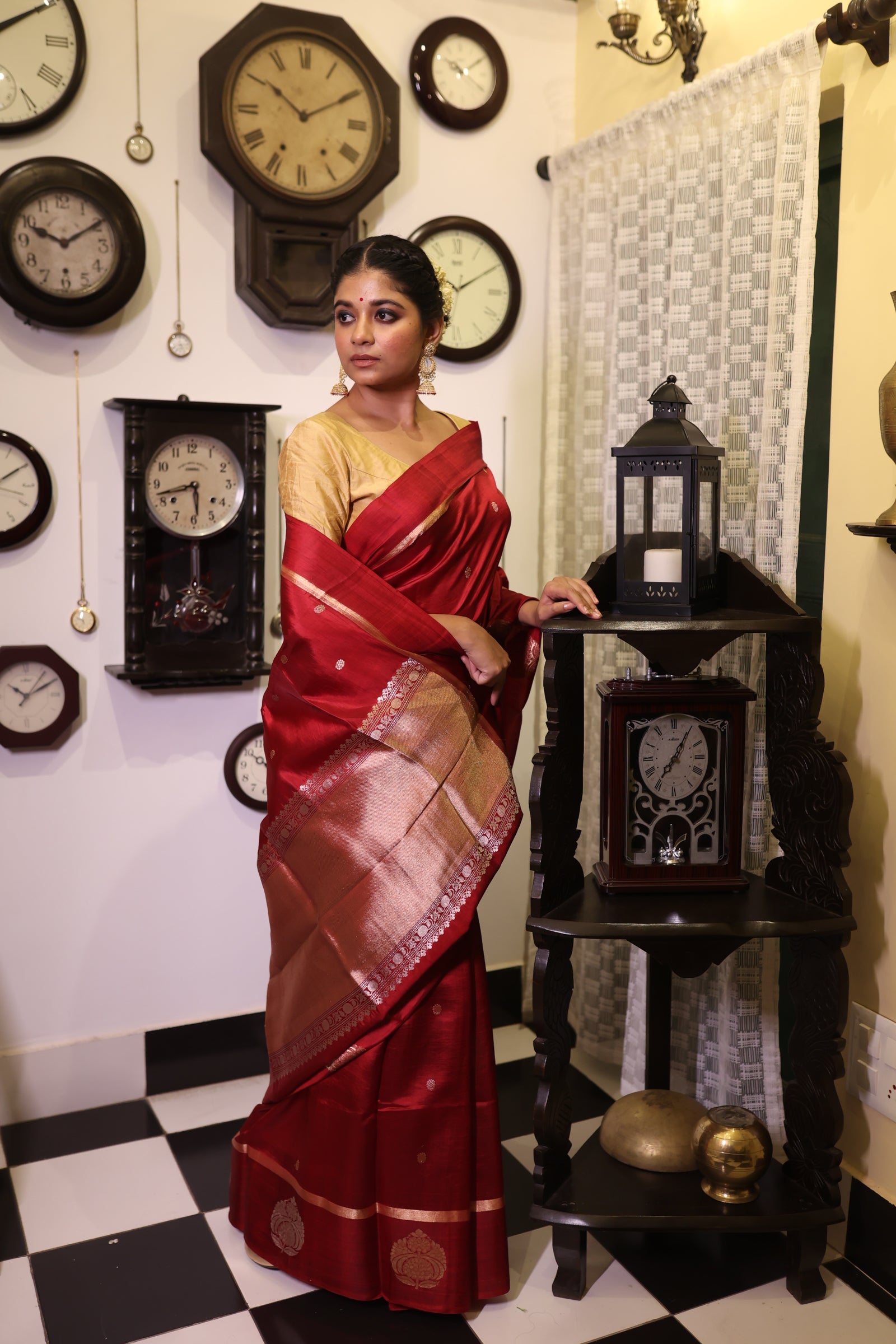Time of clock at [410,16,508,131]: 10:09
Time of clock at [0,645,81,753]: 10:10
